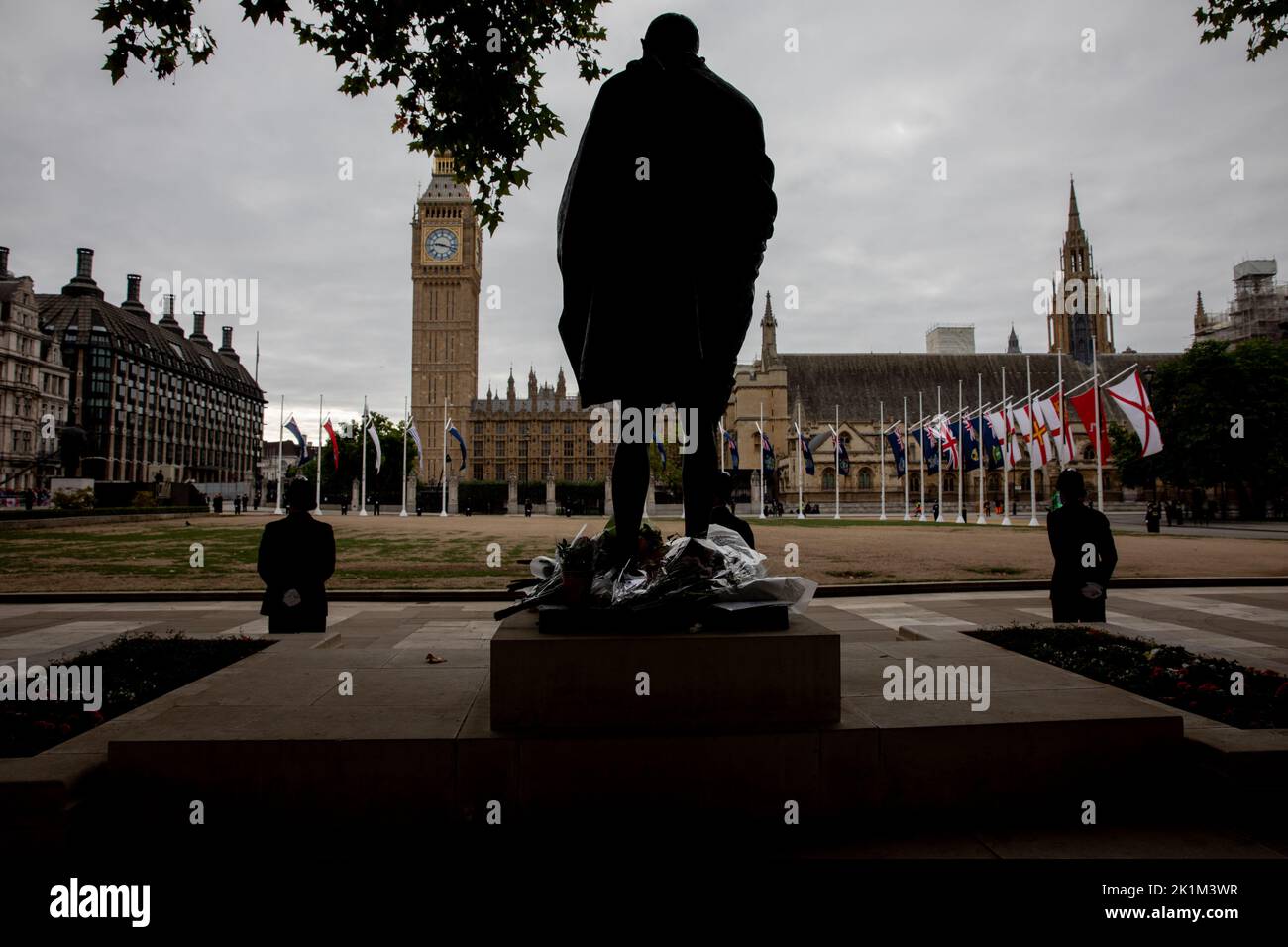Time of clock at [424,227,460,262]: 9:17
